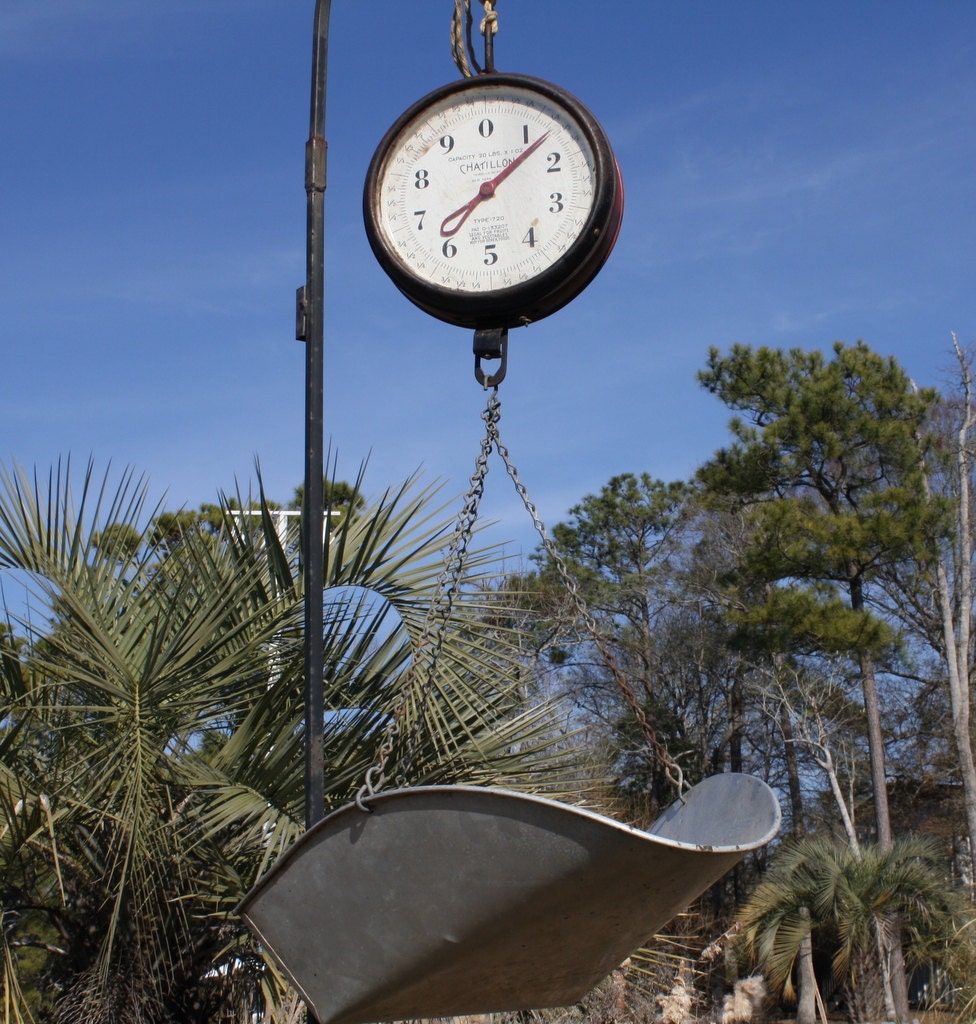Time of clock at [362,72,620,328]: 8:07
